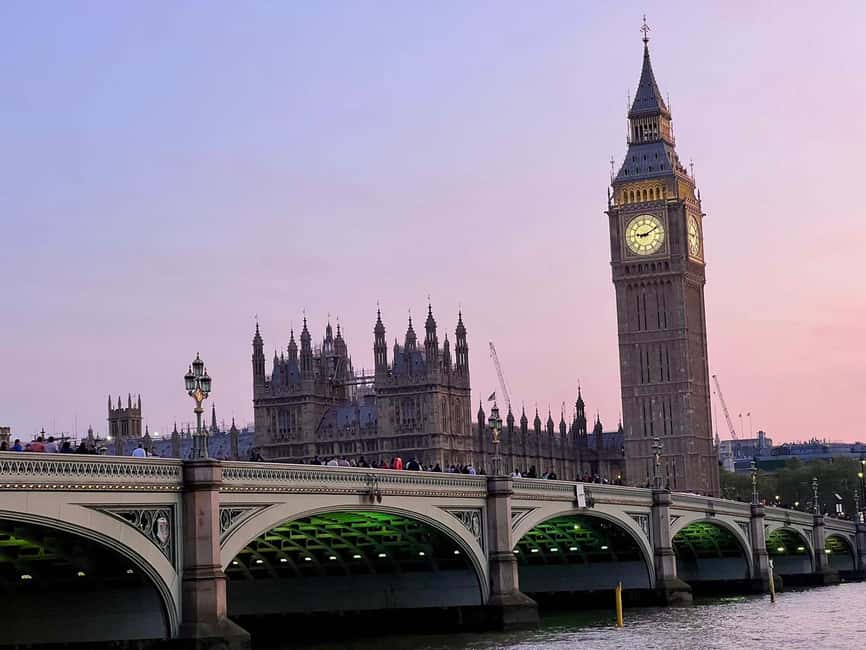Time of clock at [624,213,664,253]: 9:10
